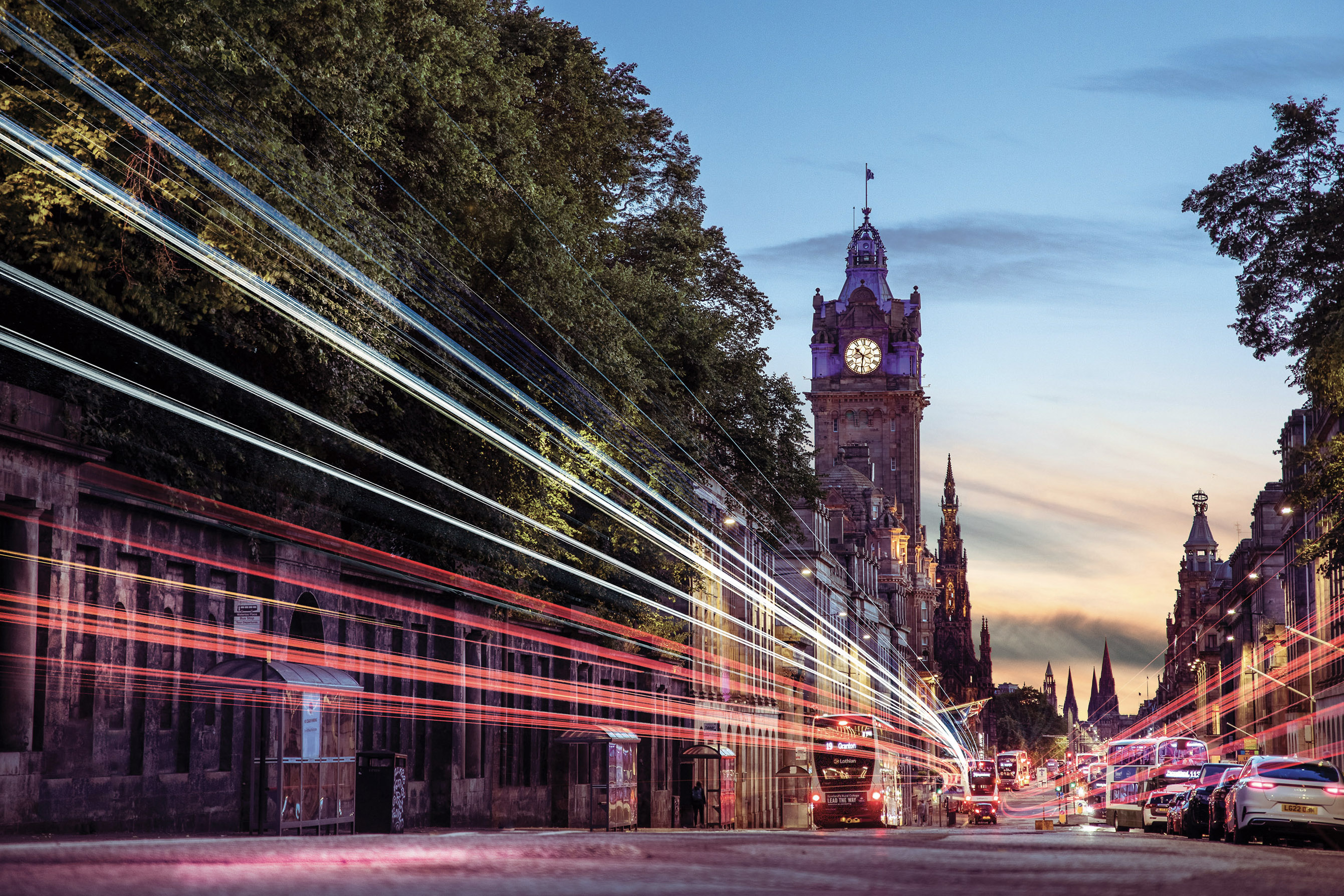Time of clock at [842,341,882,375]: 10:31
